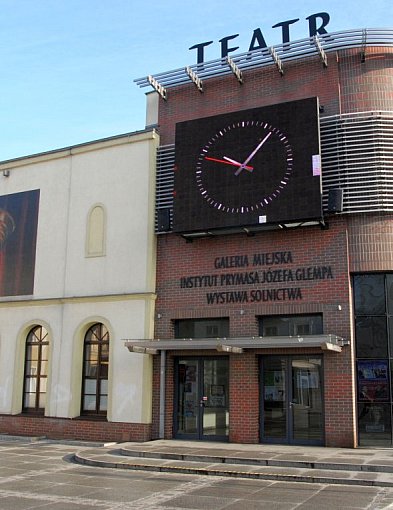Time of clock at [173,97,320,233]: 10:07
